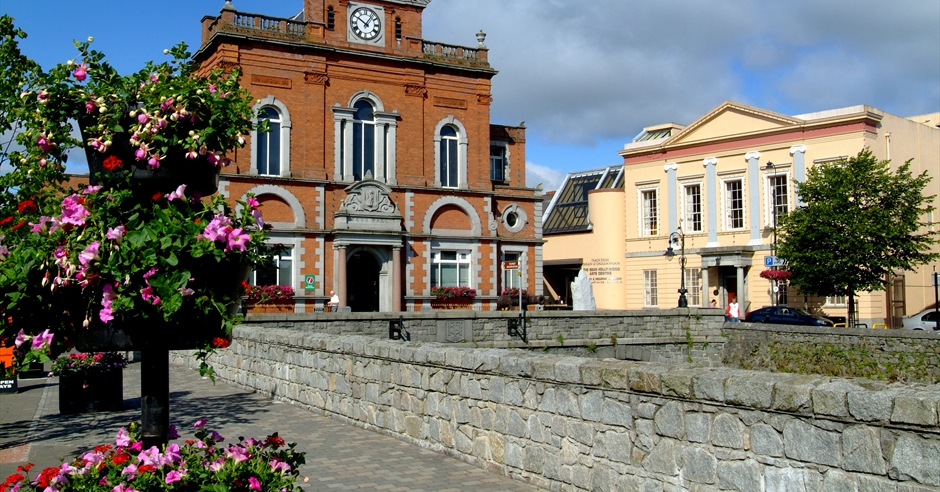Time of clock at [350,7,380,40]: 10:06
